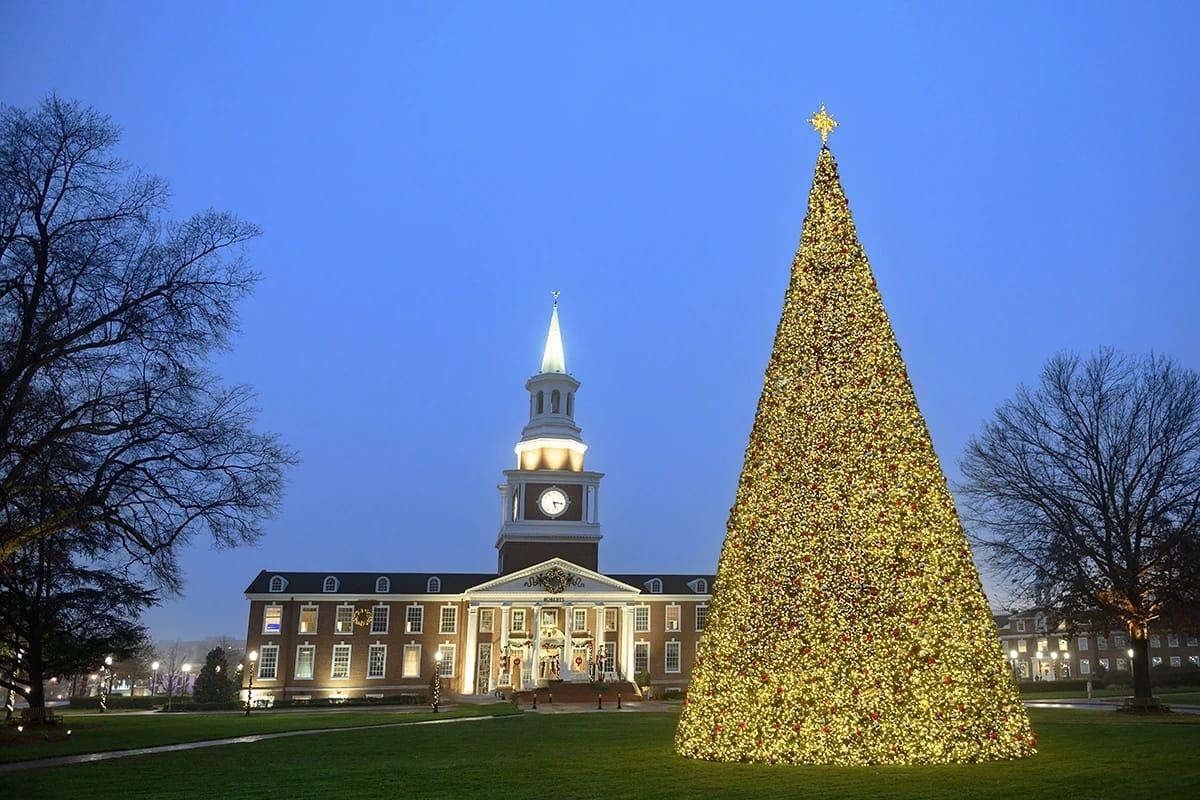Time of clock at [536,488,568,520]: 5:16
